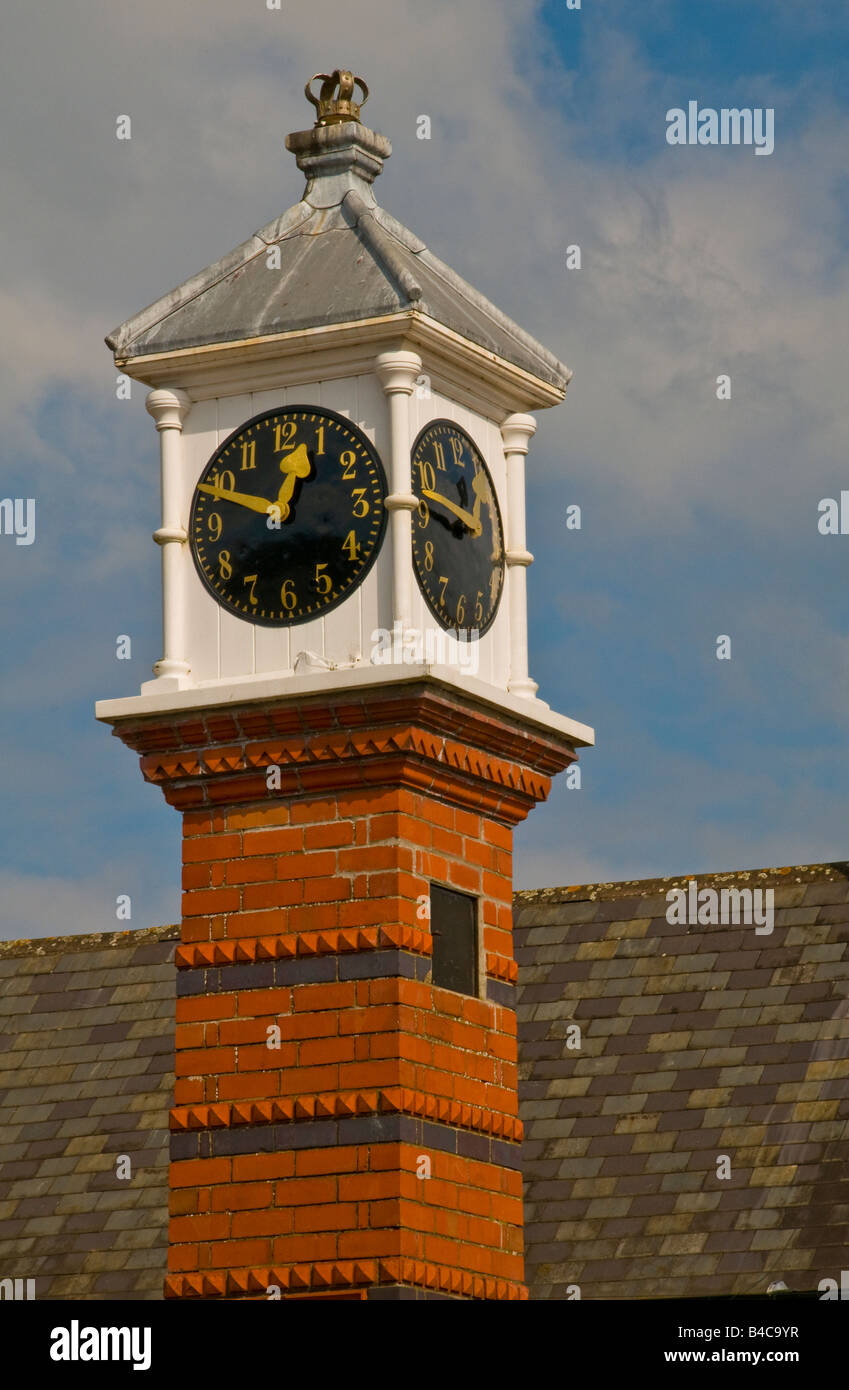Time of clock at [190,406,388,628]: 12:48
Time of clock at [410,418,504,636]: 11:46
